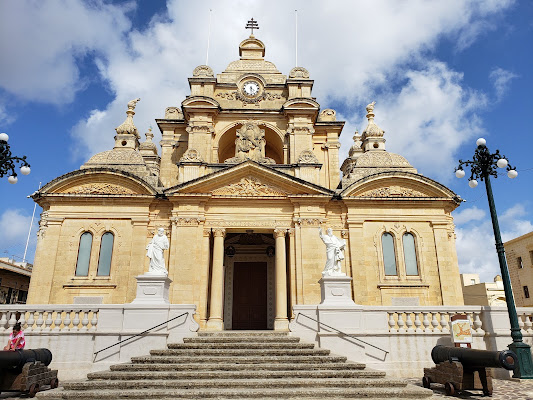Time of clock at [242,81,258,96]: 4:29
